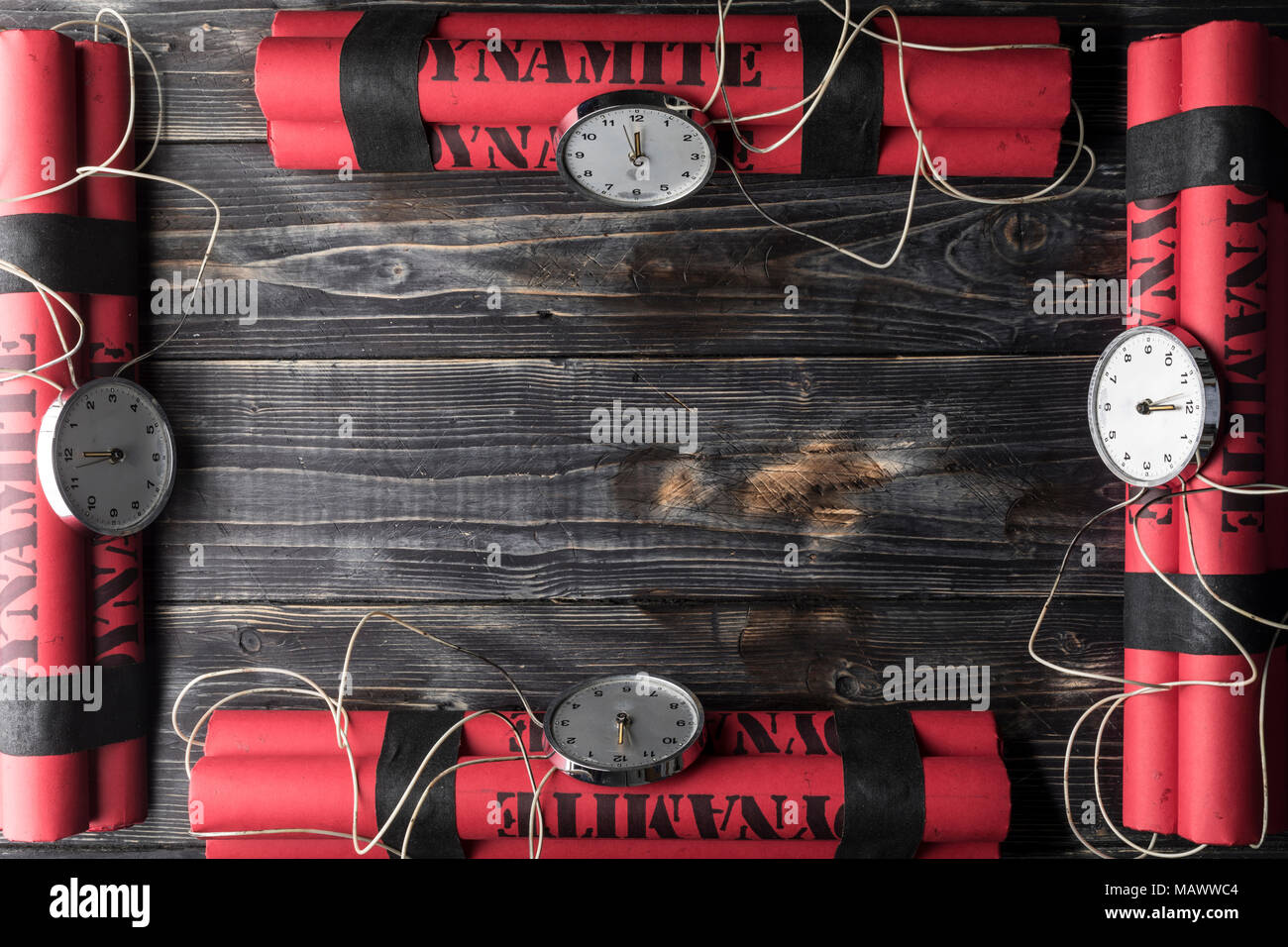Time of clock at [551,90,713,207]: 11:57
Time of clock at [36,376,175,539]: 8:42
